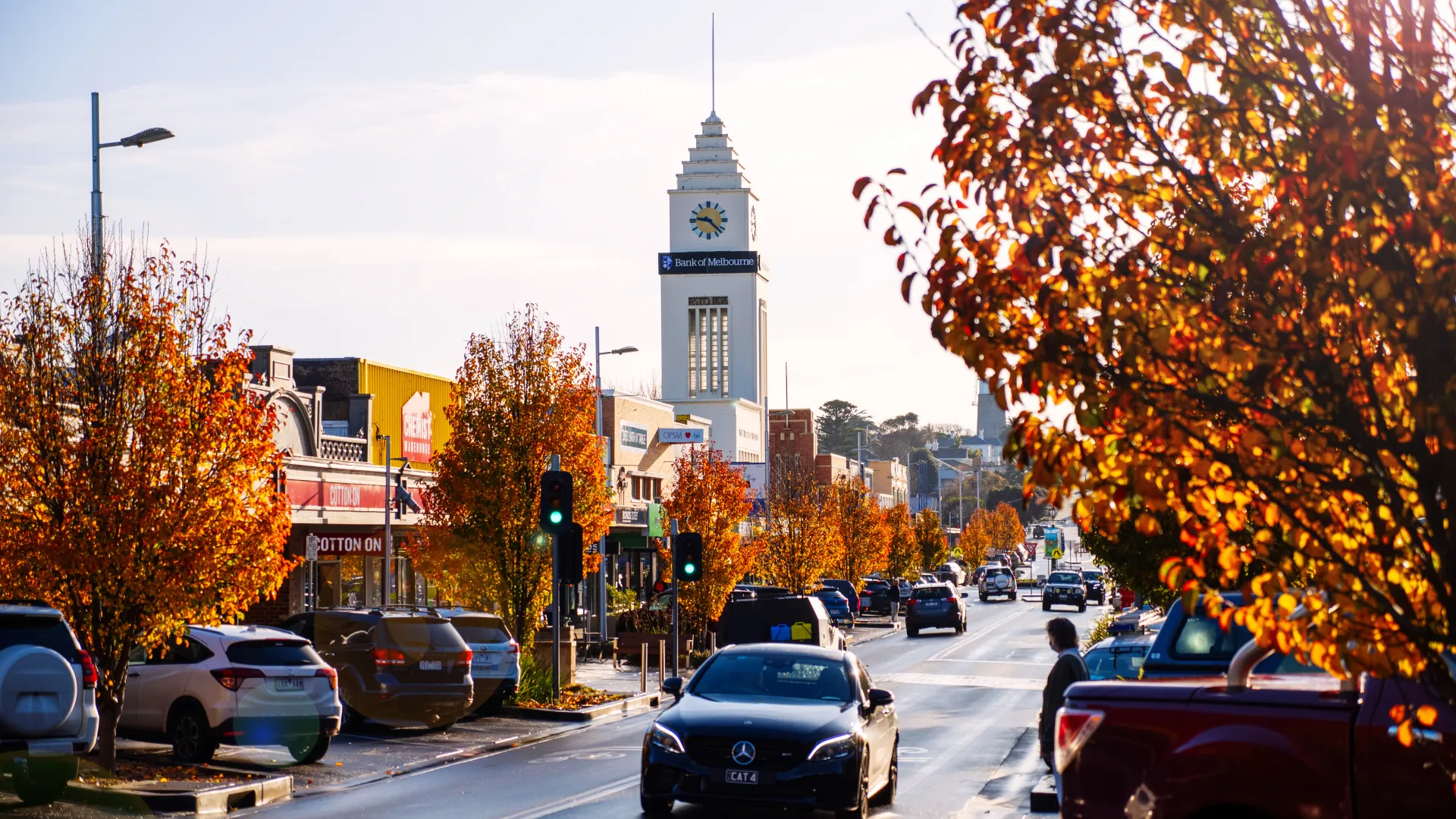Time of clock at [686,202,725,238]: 9:22
